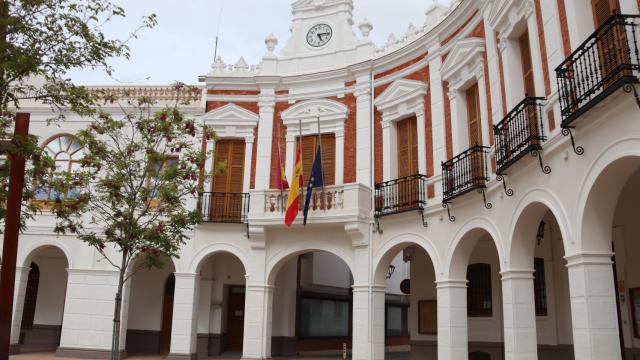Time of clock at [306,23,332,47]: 5:14
